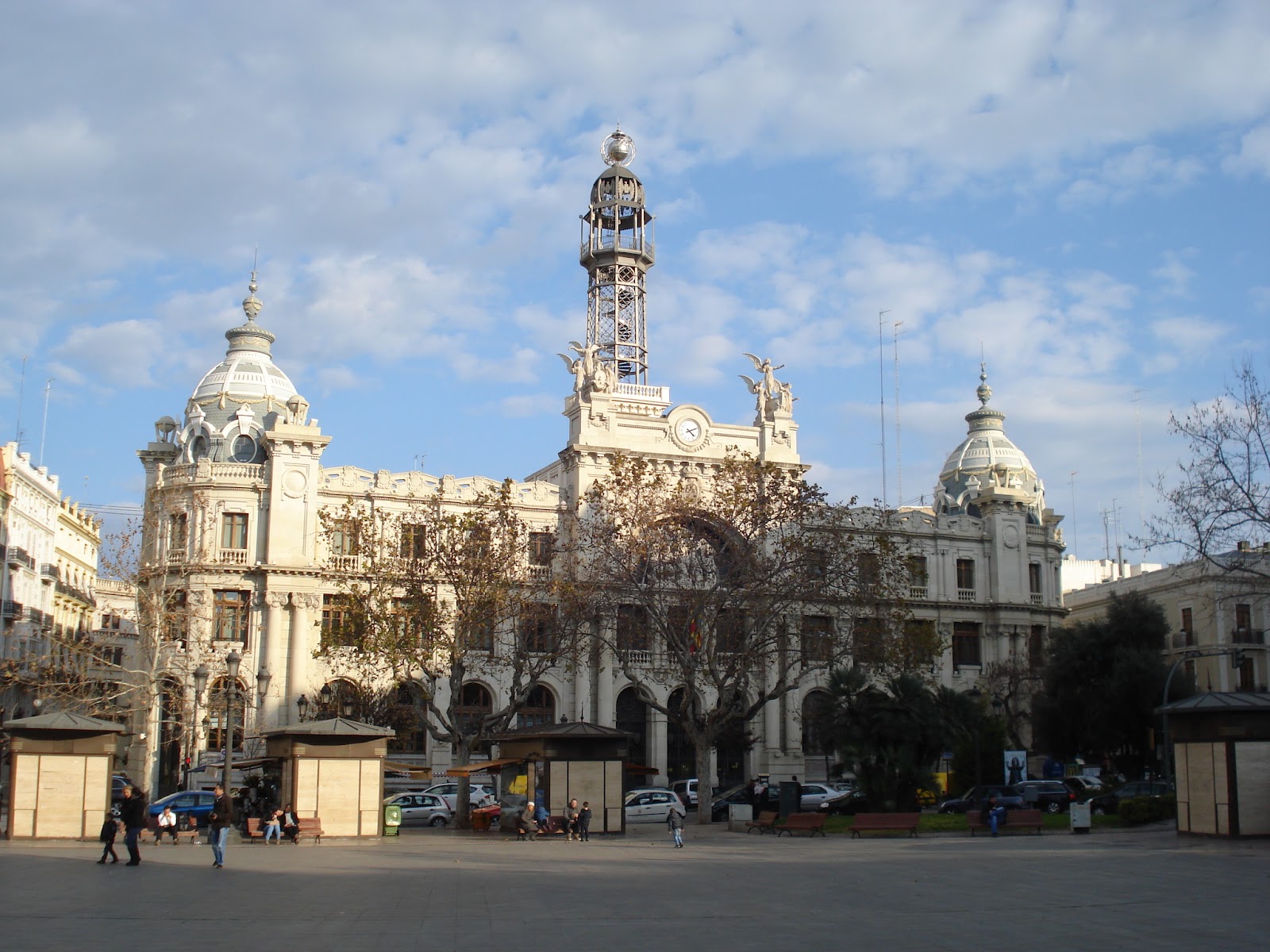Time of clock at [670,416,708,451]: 4:11
